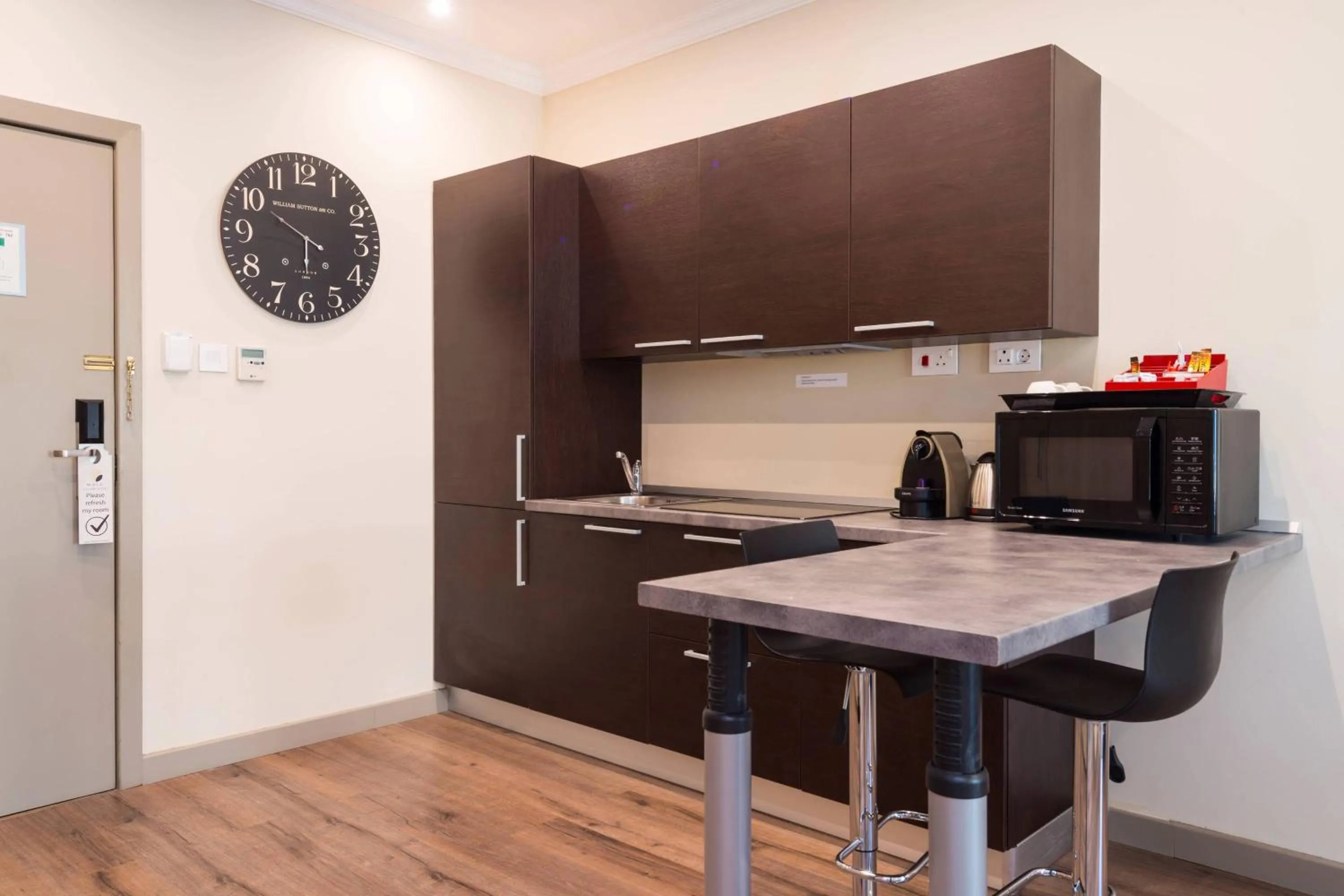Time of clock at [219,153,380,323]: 5:49
